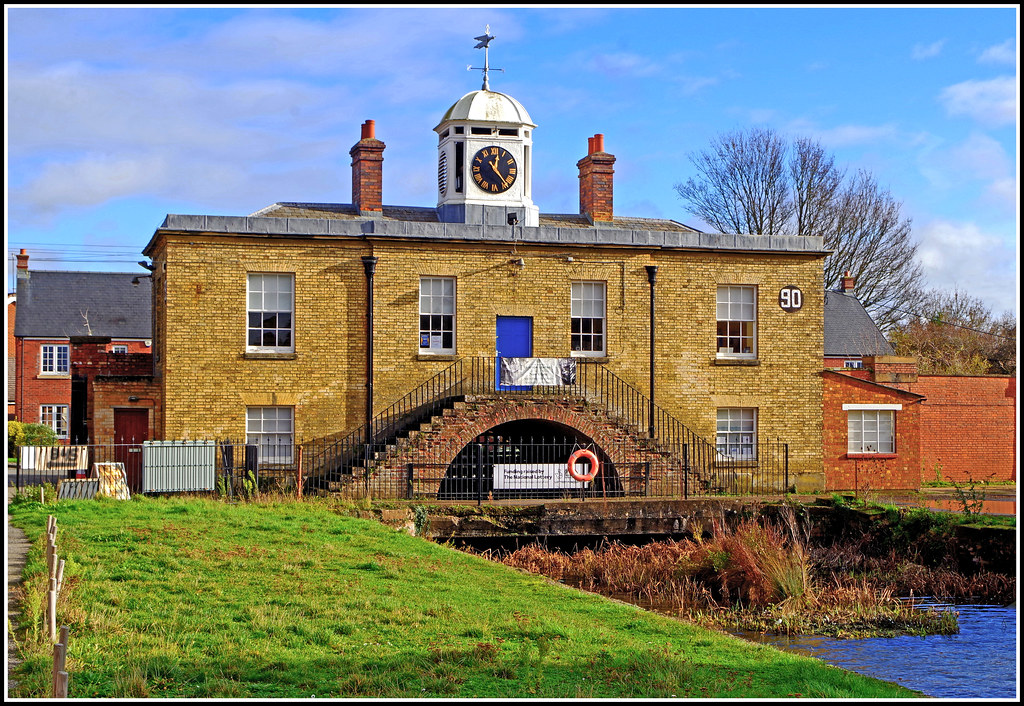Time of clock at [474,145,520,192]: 12:23
